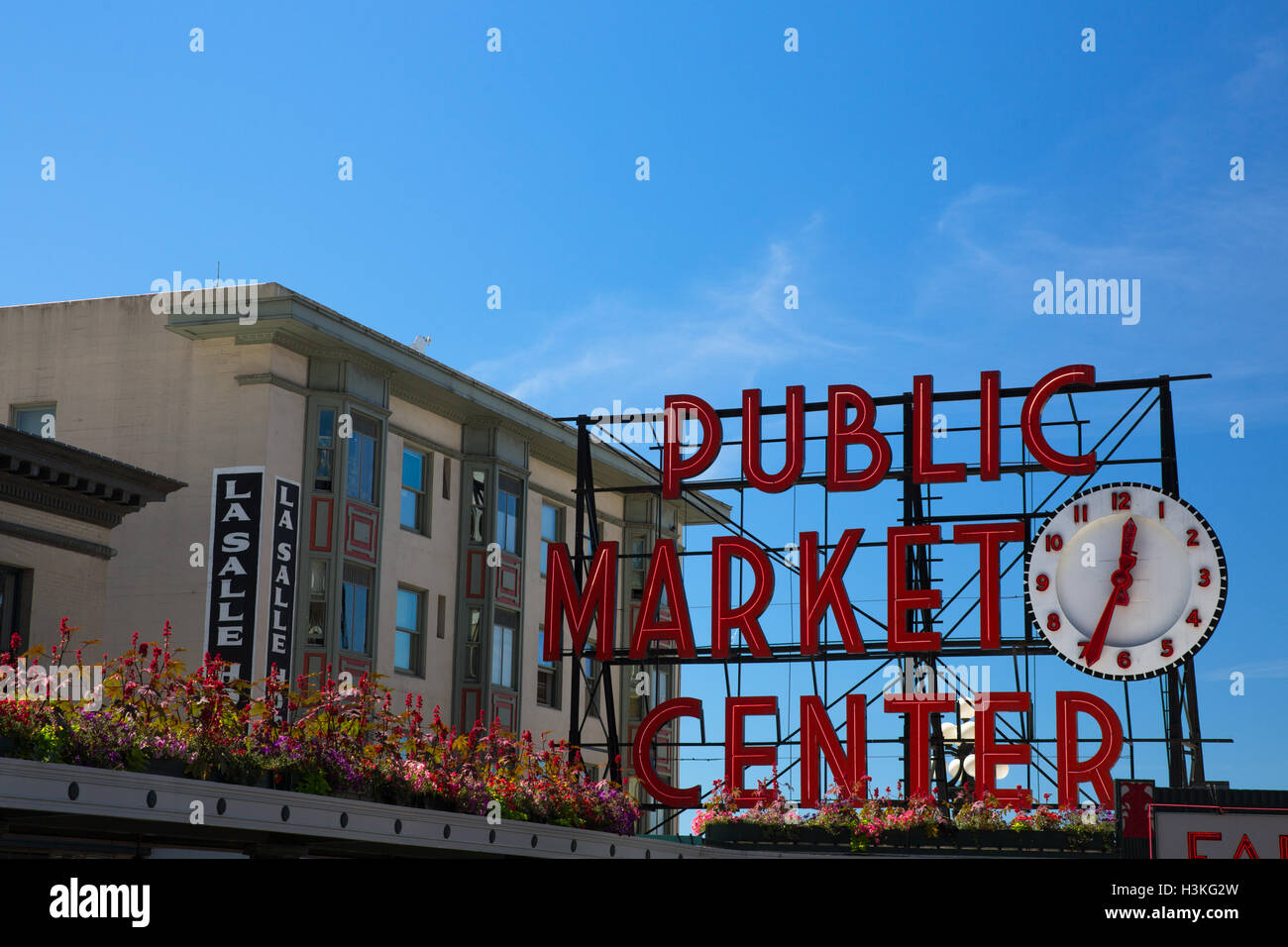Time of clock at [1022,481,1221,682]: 12:34
